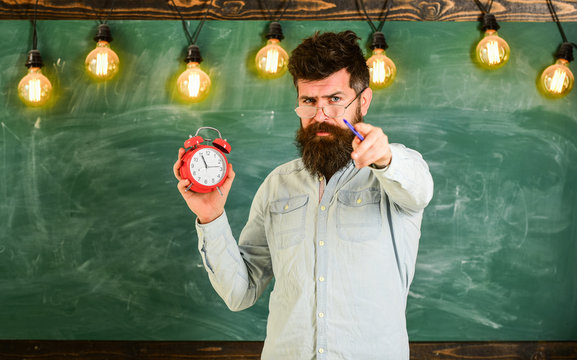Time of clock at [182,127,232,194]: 11:13
